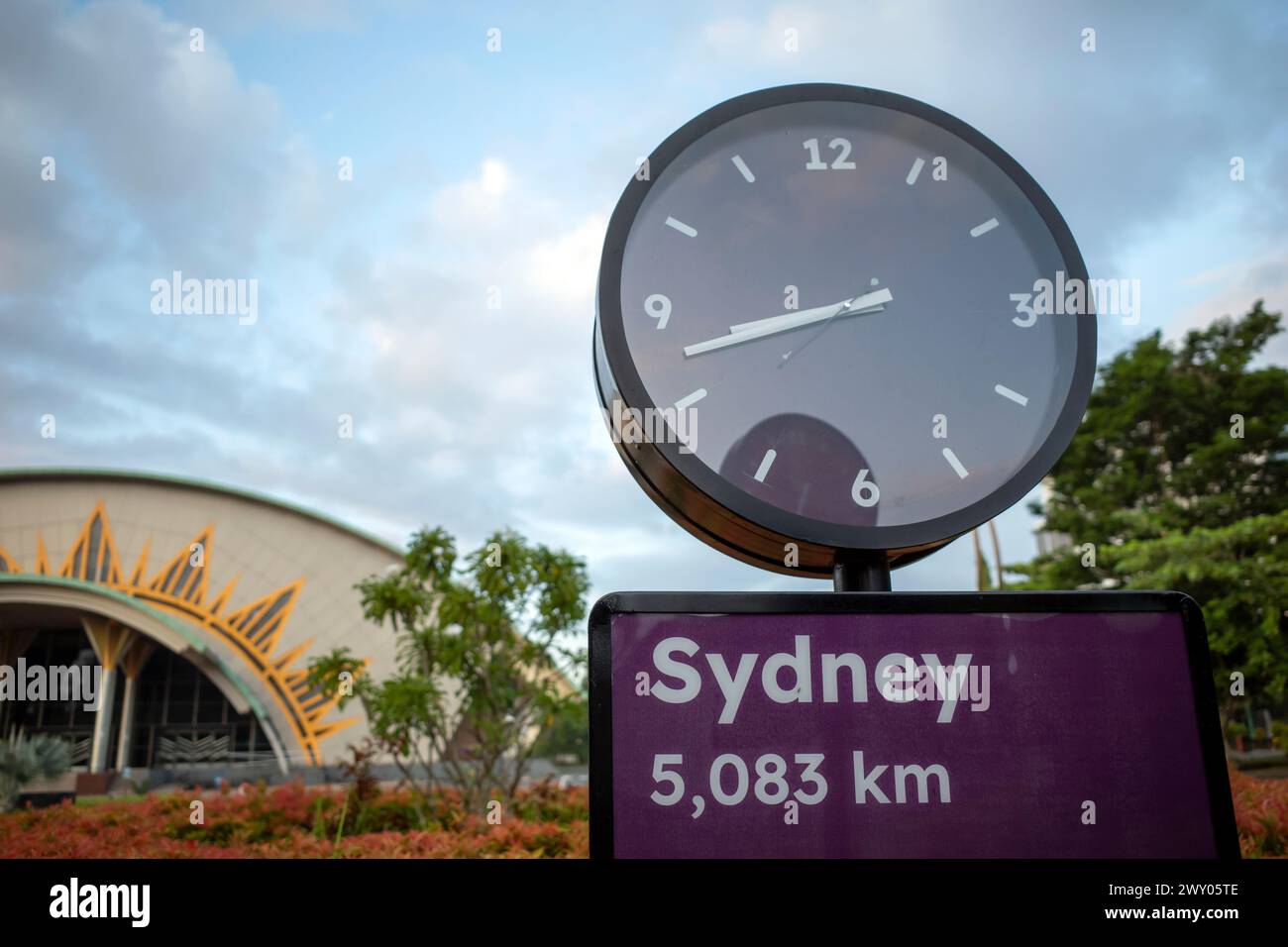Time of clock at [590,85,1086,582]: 8:42
